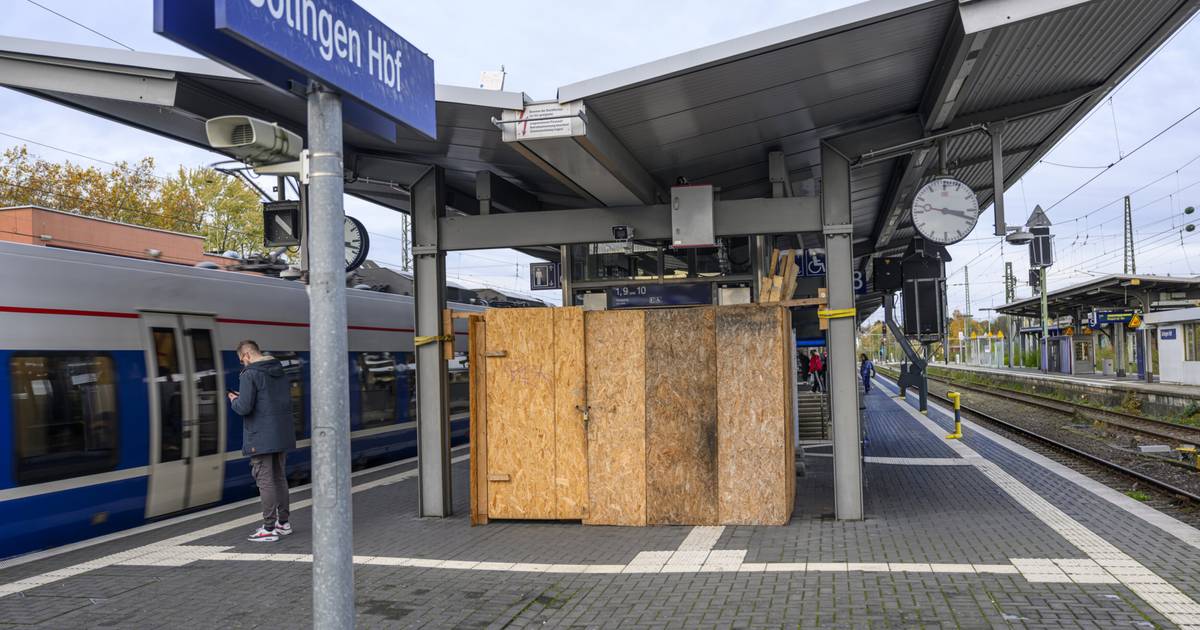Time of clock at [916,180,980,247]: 3:18
